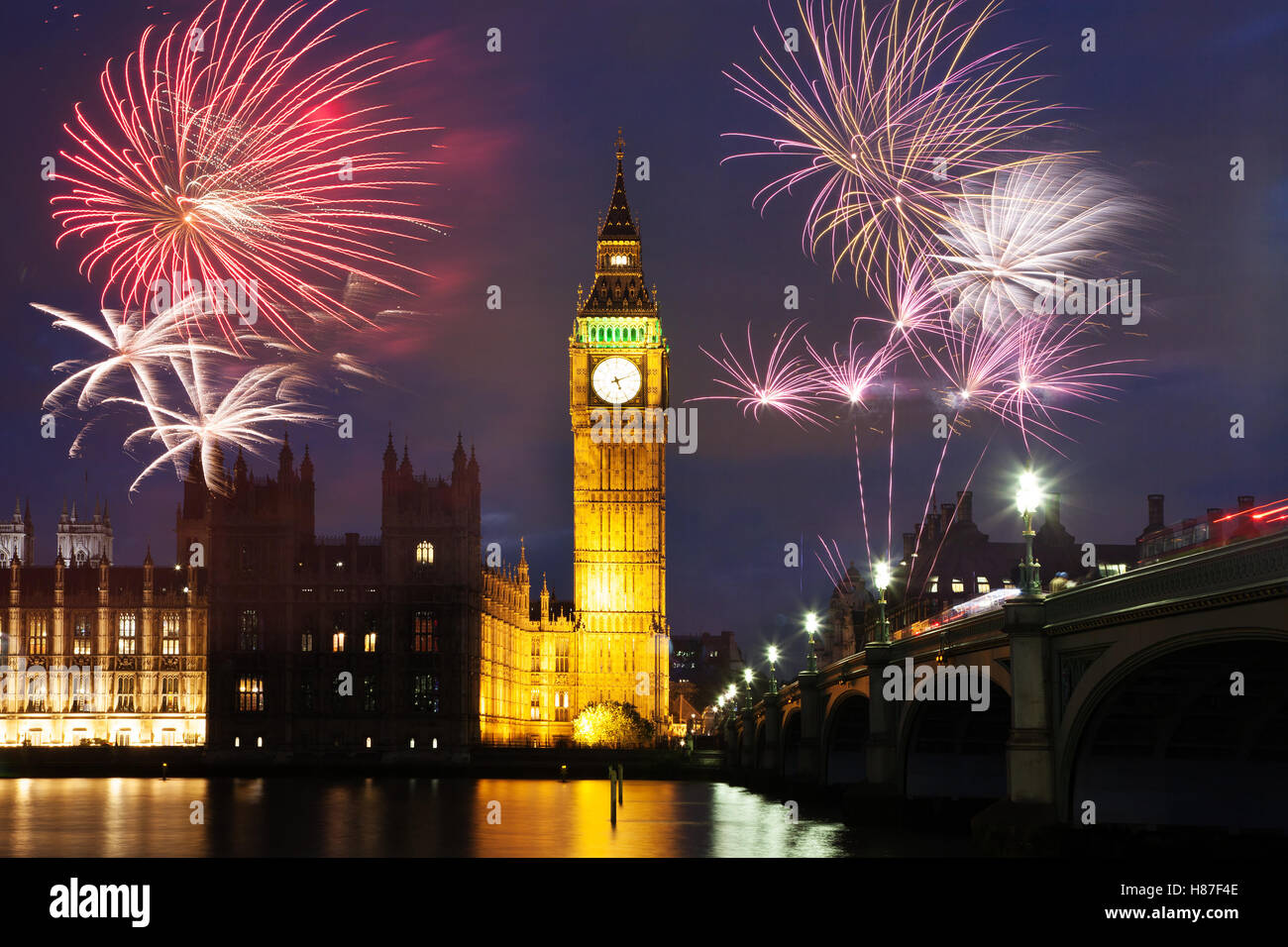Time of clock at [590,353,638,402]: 5:11
